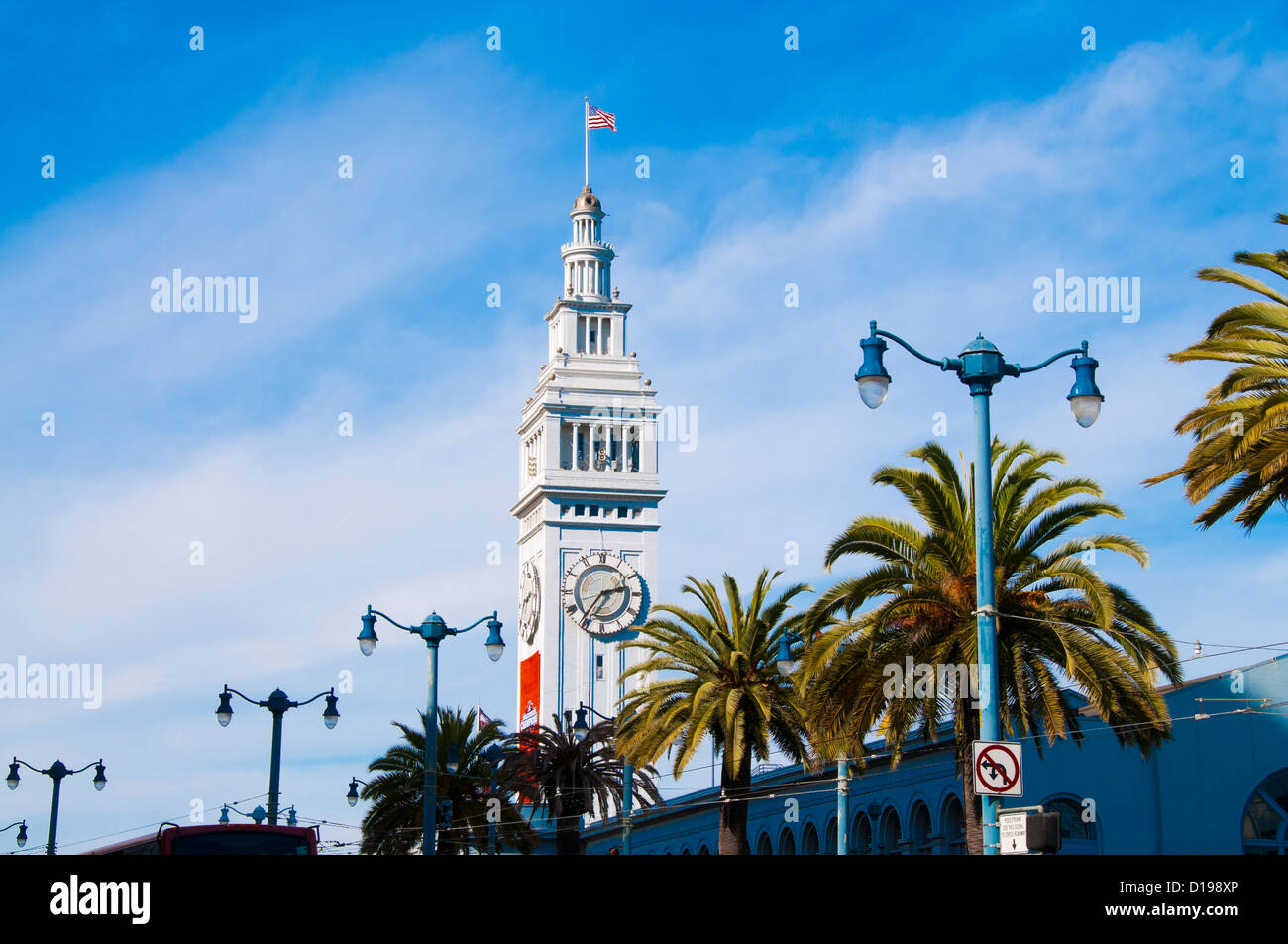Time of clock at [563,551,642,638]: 2:36
